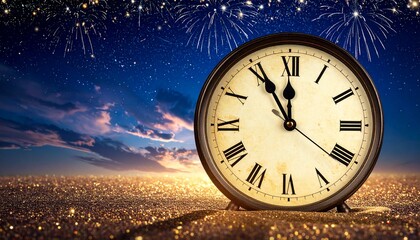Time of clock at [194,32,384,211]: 11:55
